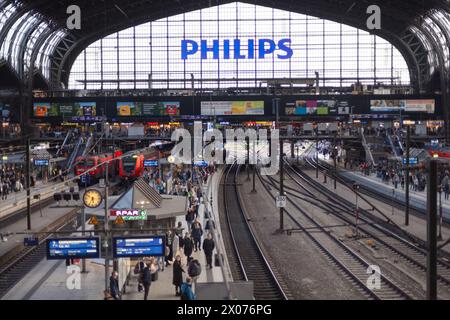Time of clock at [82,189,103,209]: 5:34
